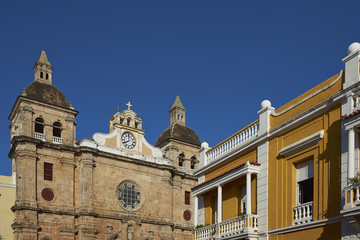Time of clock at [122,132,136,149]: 7:59
